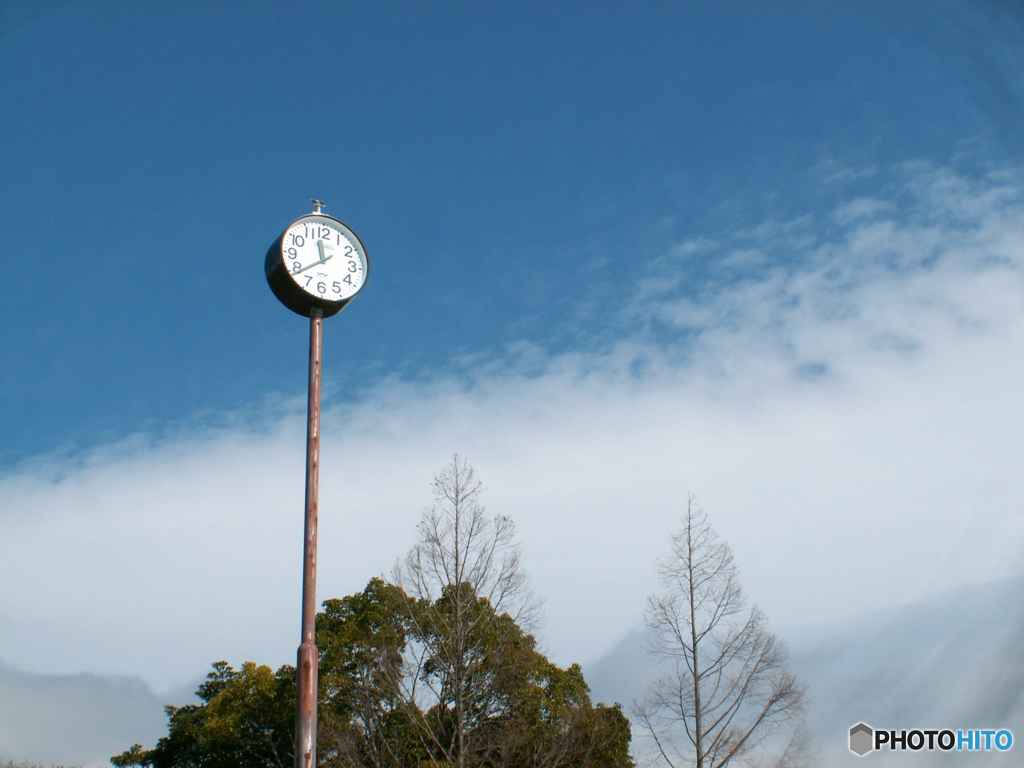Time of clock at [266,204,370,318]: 11:38
